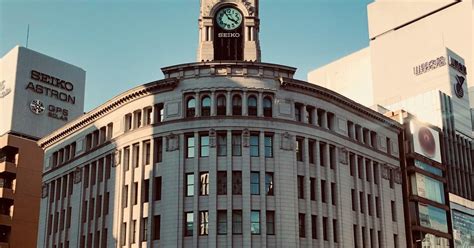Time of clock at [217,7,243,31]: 3:55
